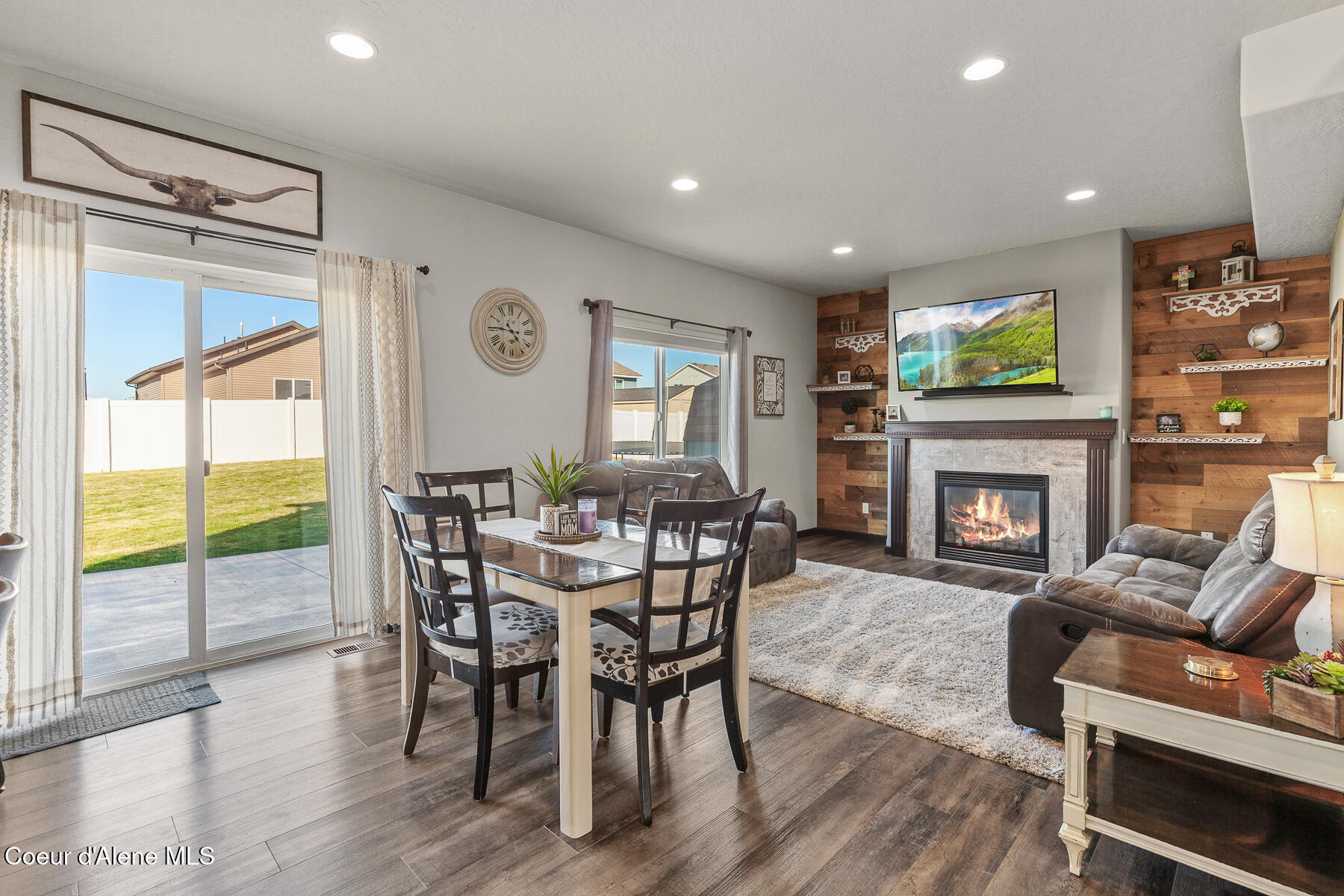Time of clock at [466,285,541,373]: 4:45
